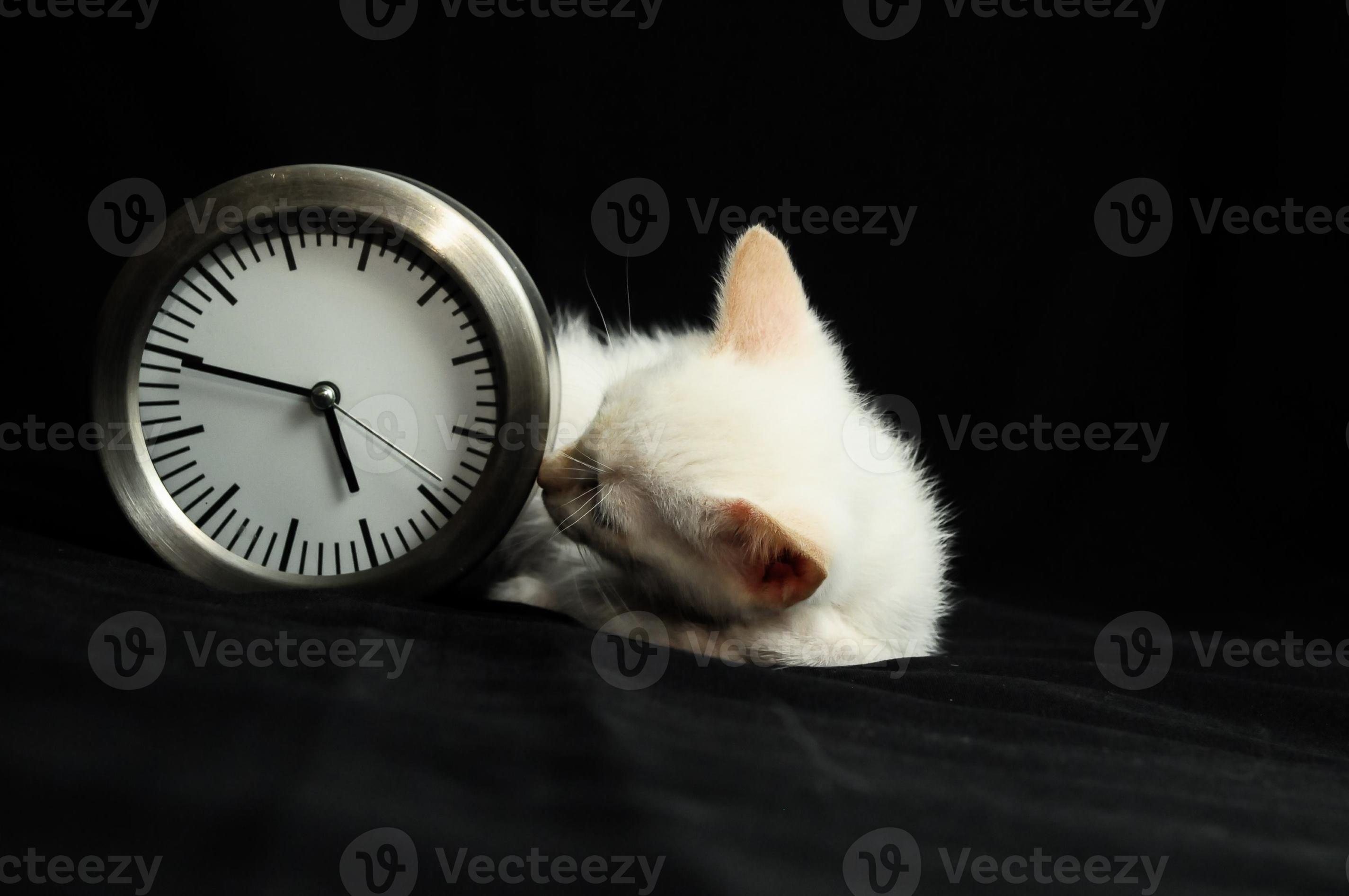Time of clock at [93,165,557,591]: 5:49
